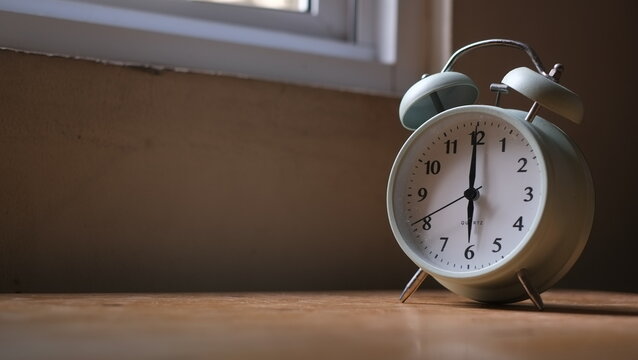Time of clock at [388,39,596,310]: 6:00
